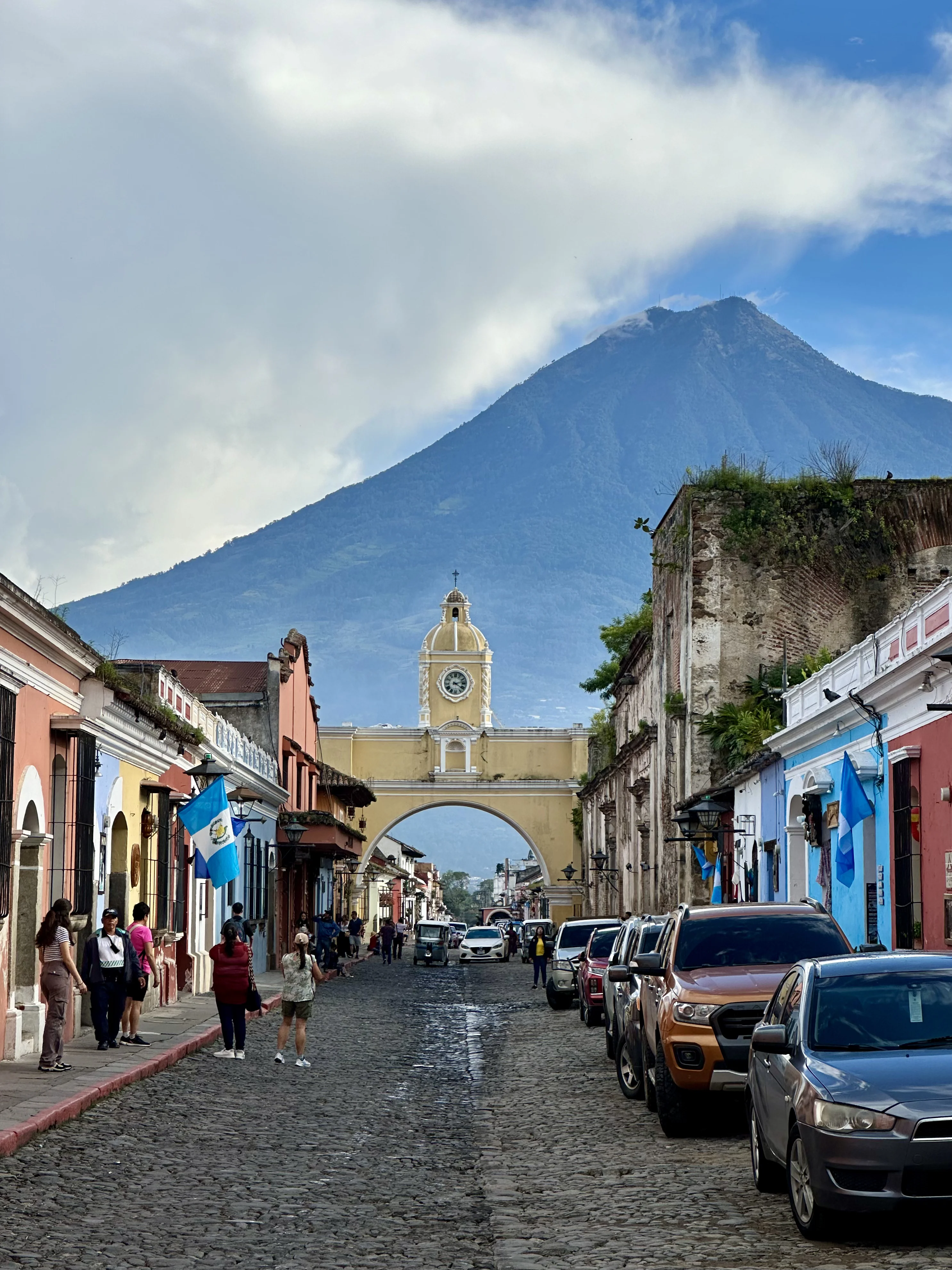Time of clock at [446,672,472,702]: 4:12
